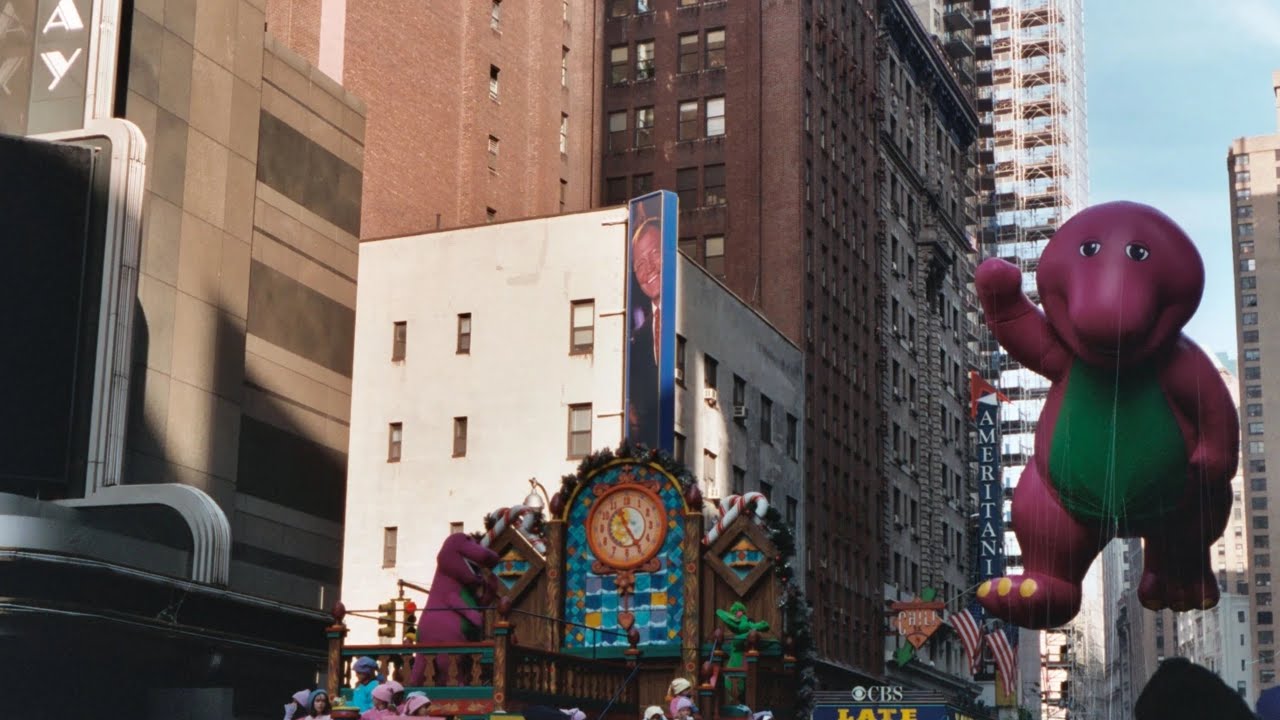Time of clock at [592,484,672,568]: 11:24
